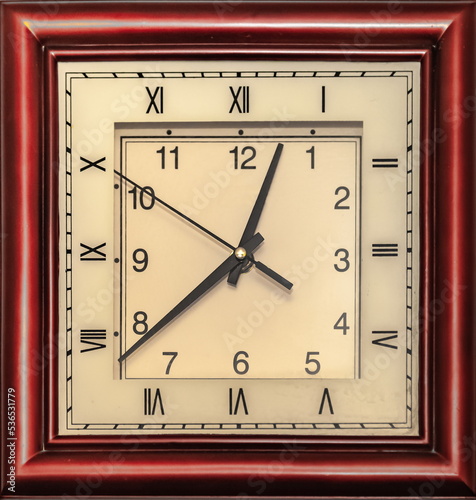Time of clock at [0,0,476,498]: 12:38
